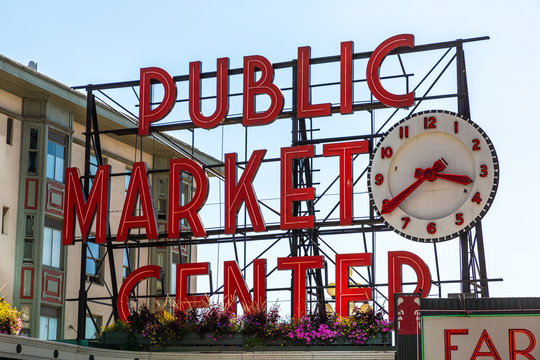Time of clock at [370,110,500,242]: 3:39
